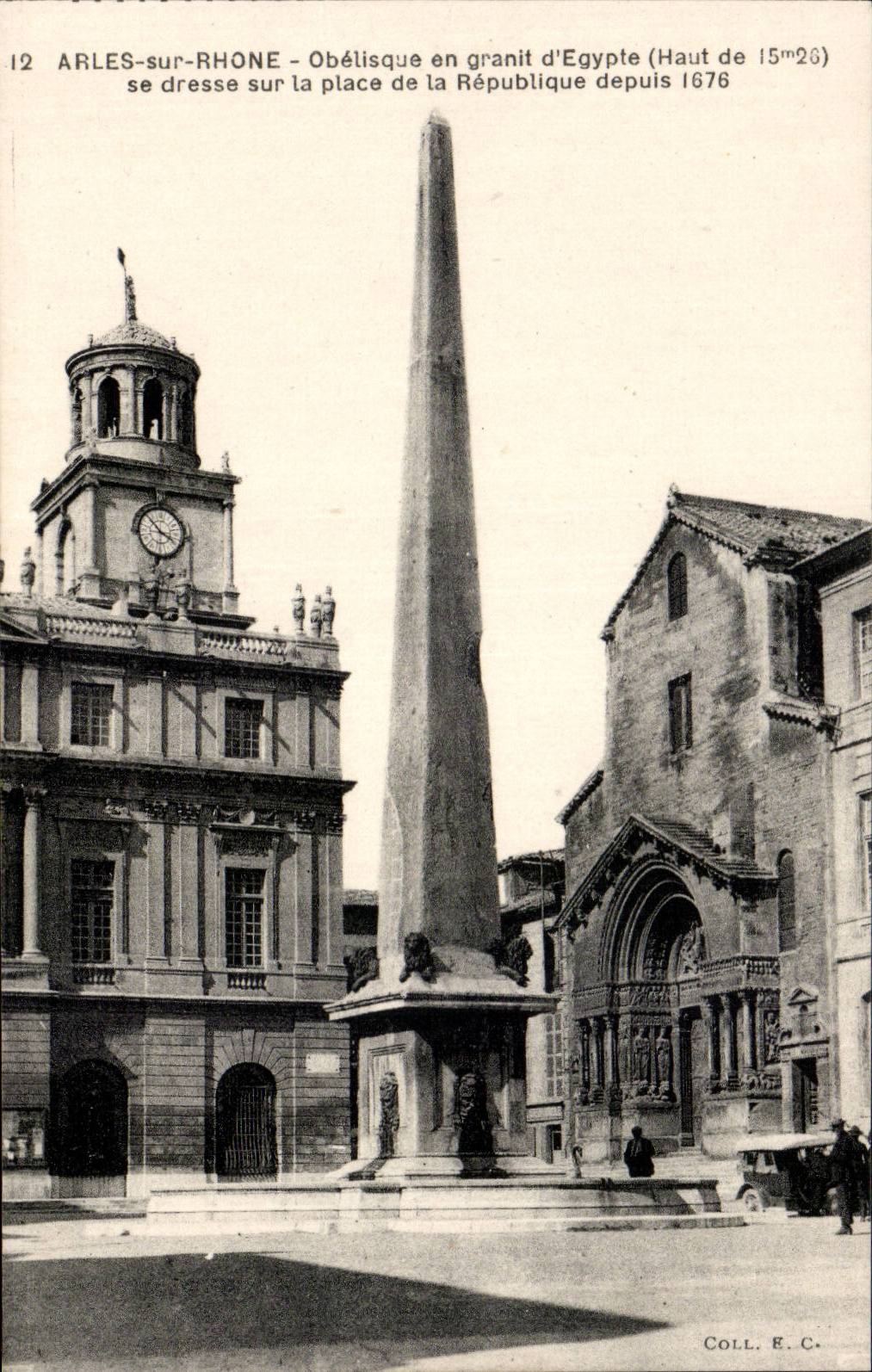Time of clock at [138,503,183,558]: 3:52
